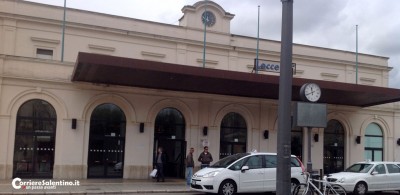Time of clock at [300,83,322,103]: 11:40
